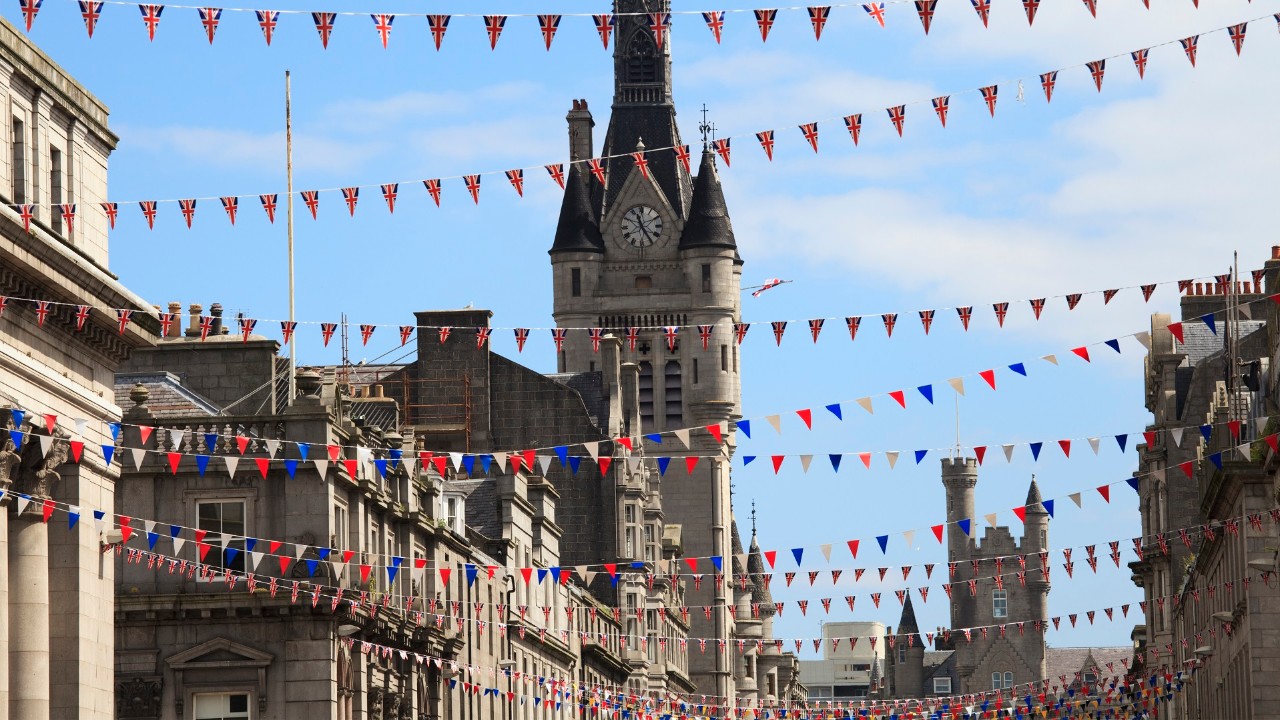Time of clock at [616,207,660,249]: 11:24
